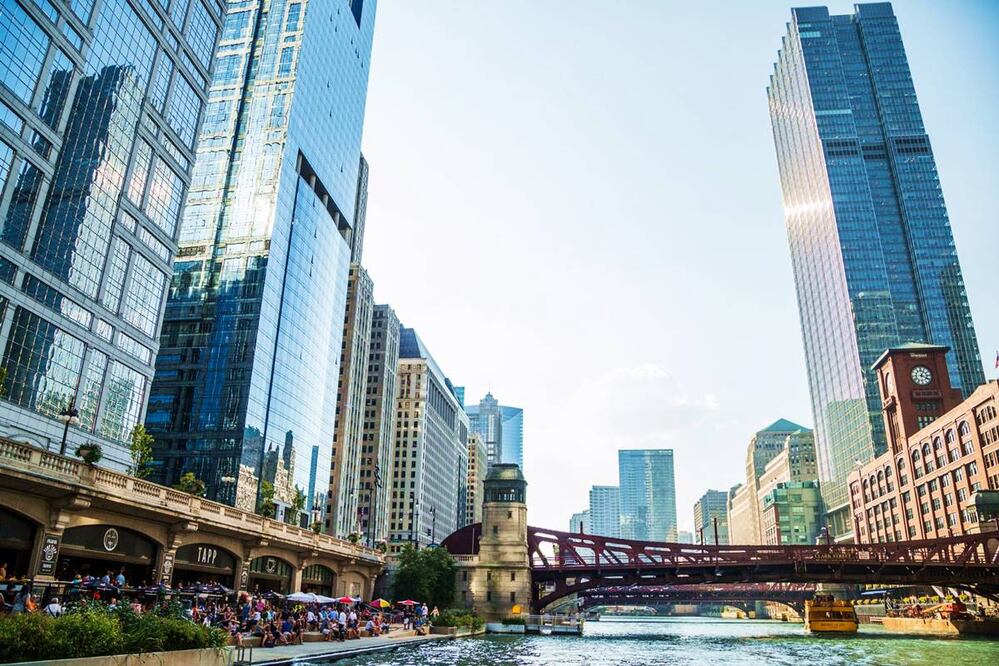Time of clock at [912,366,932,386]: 4:04
